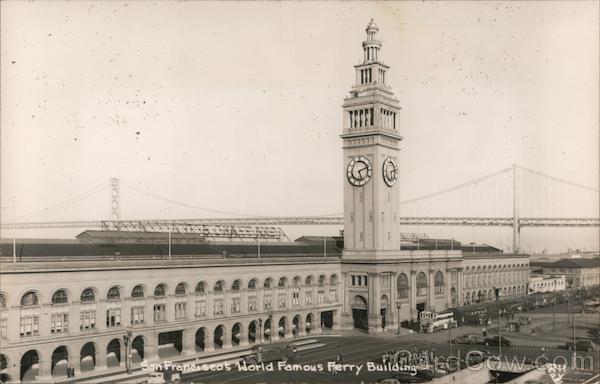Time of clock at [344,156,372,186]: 5:11
